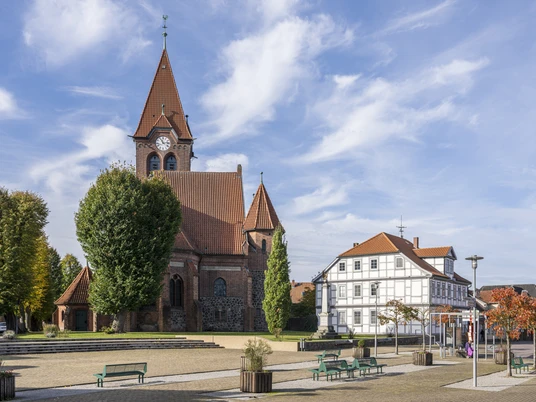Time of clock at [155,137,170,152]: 11:13
